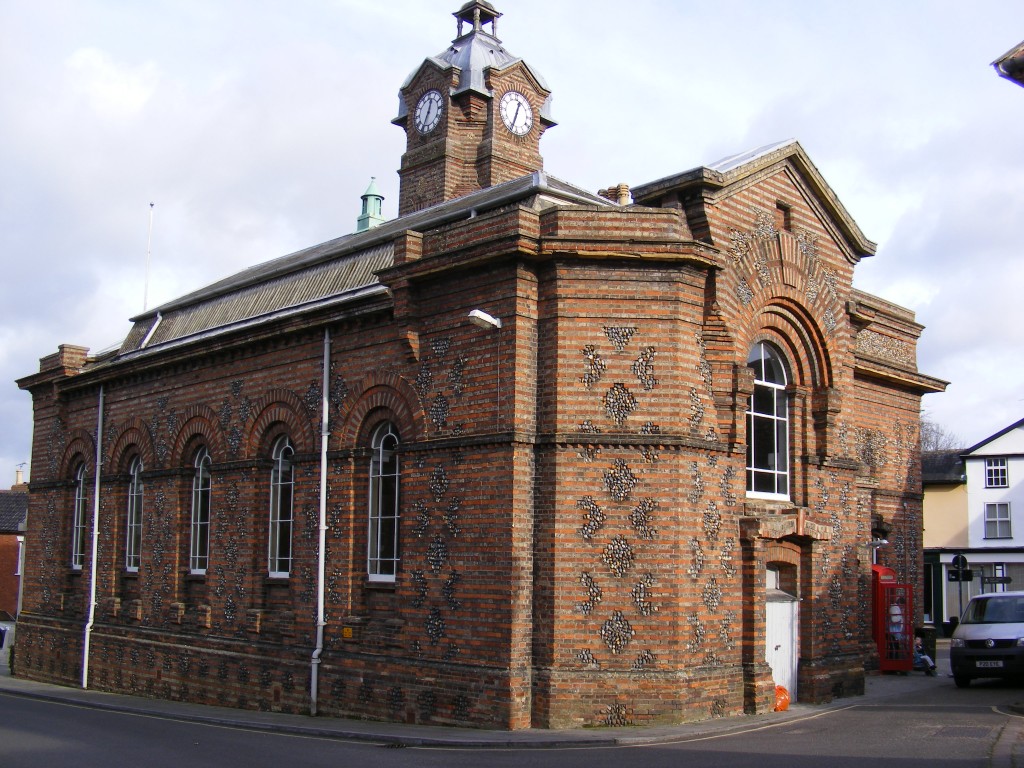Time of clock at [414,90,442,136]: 12:34
